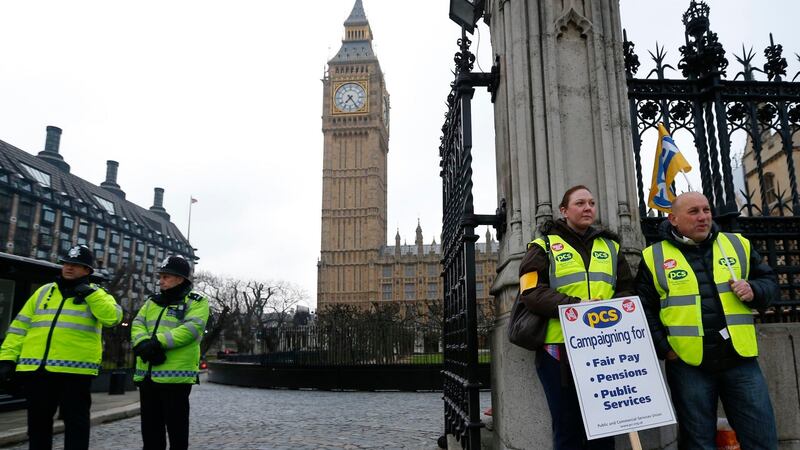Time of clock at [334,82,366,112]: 7:24
